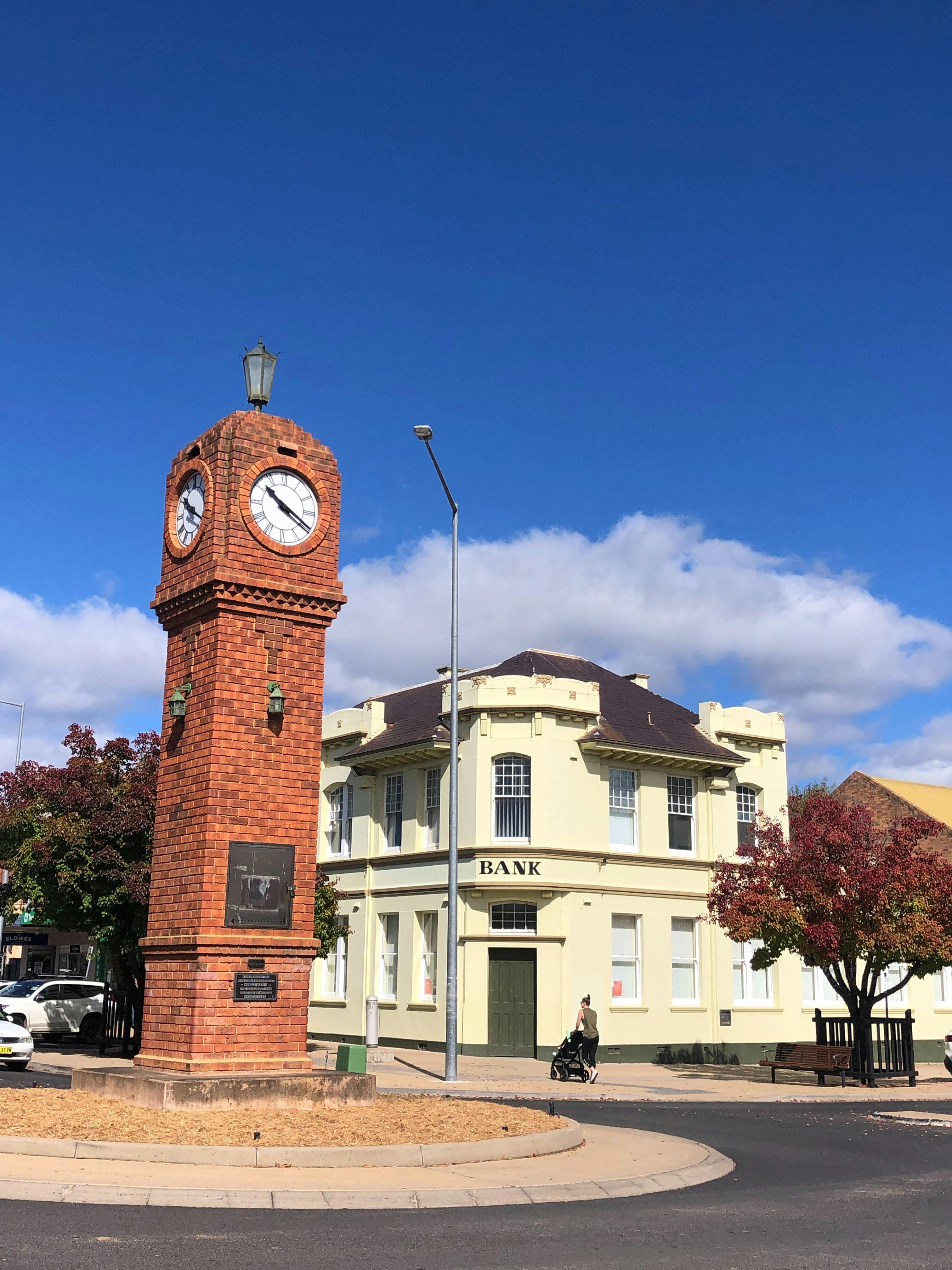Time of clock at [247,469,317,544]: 10:19
